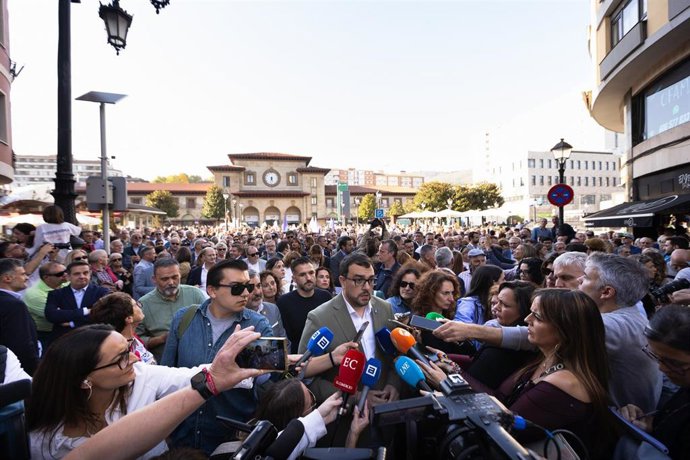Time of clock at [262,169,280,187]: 5:32
